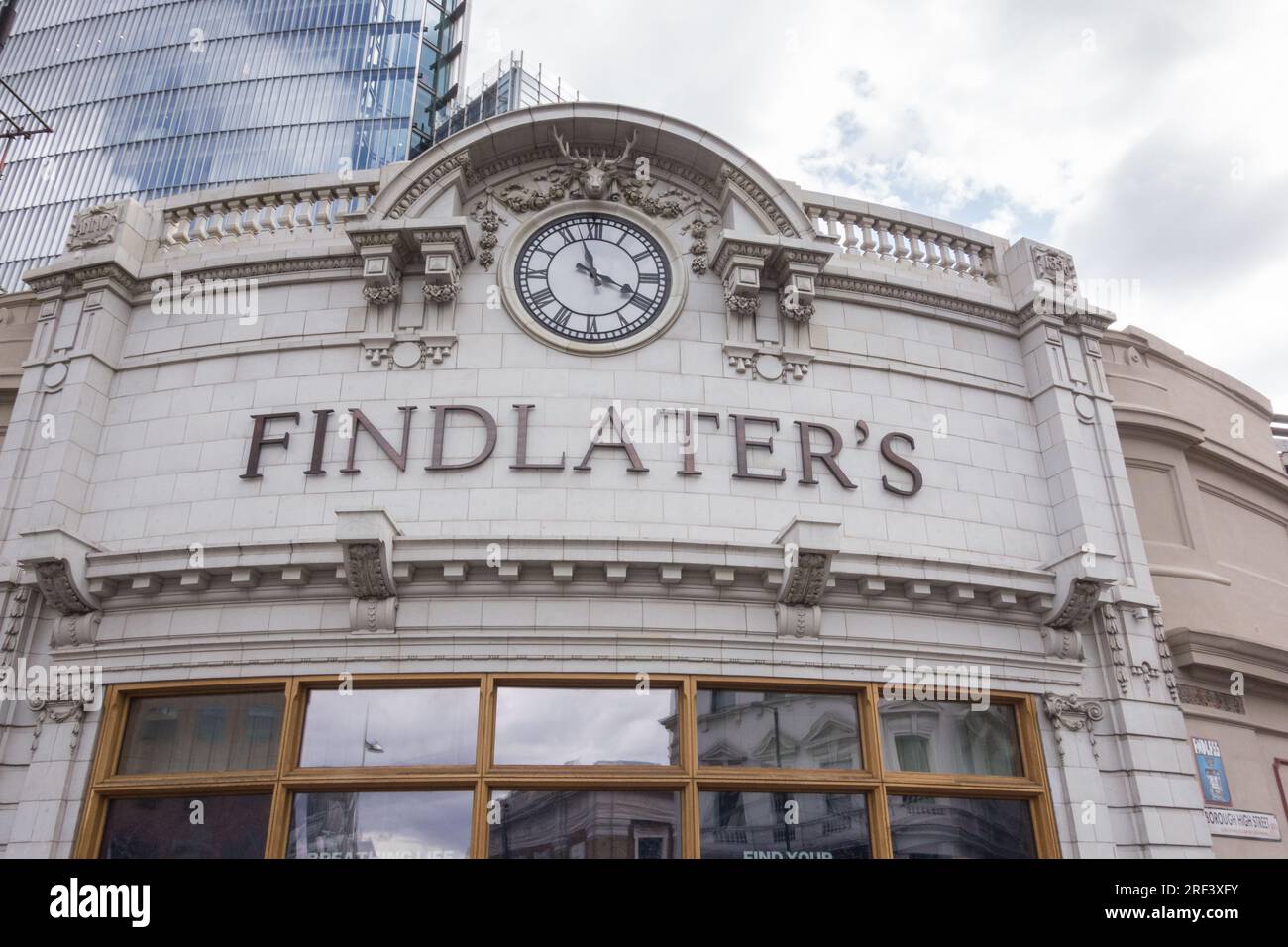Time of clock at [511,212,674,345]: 11:19
